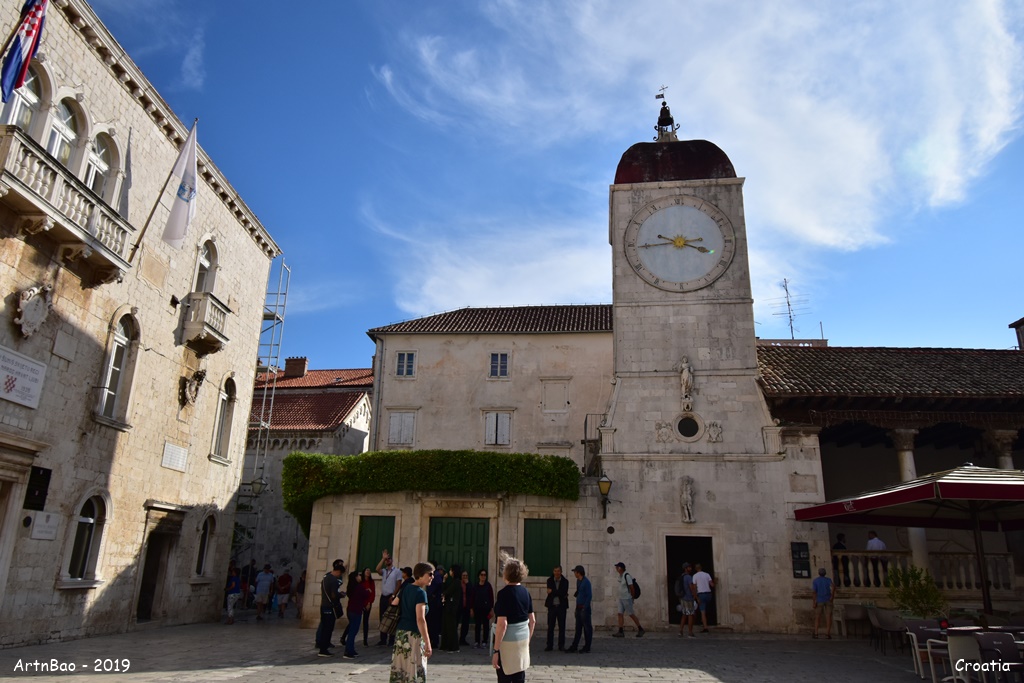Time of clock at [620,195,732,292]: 3:44
